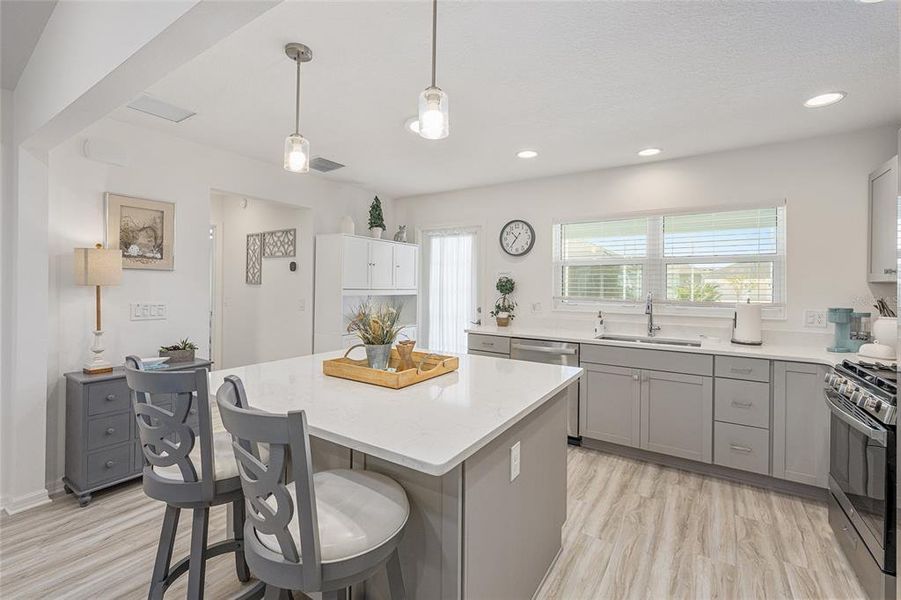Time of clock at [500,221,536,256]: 10:36
